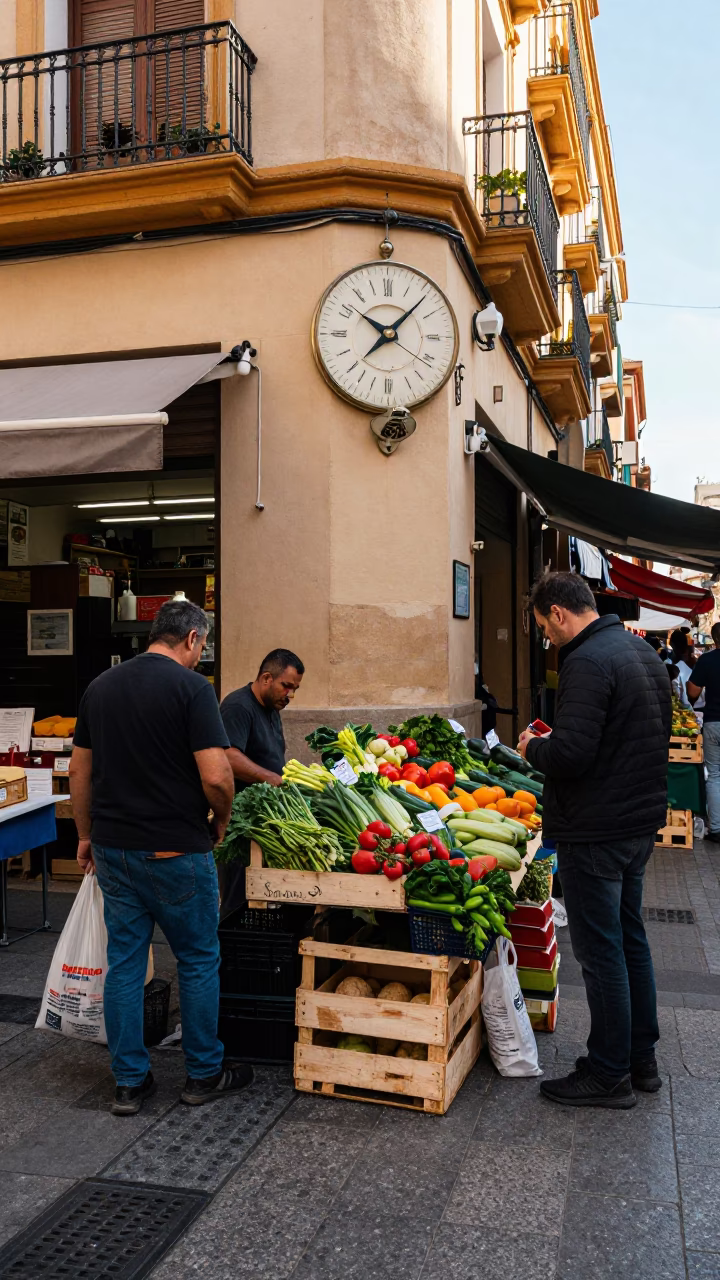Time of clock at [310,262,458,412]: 10:07
